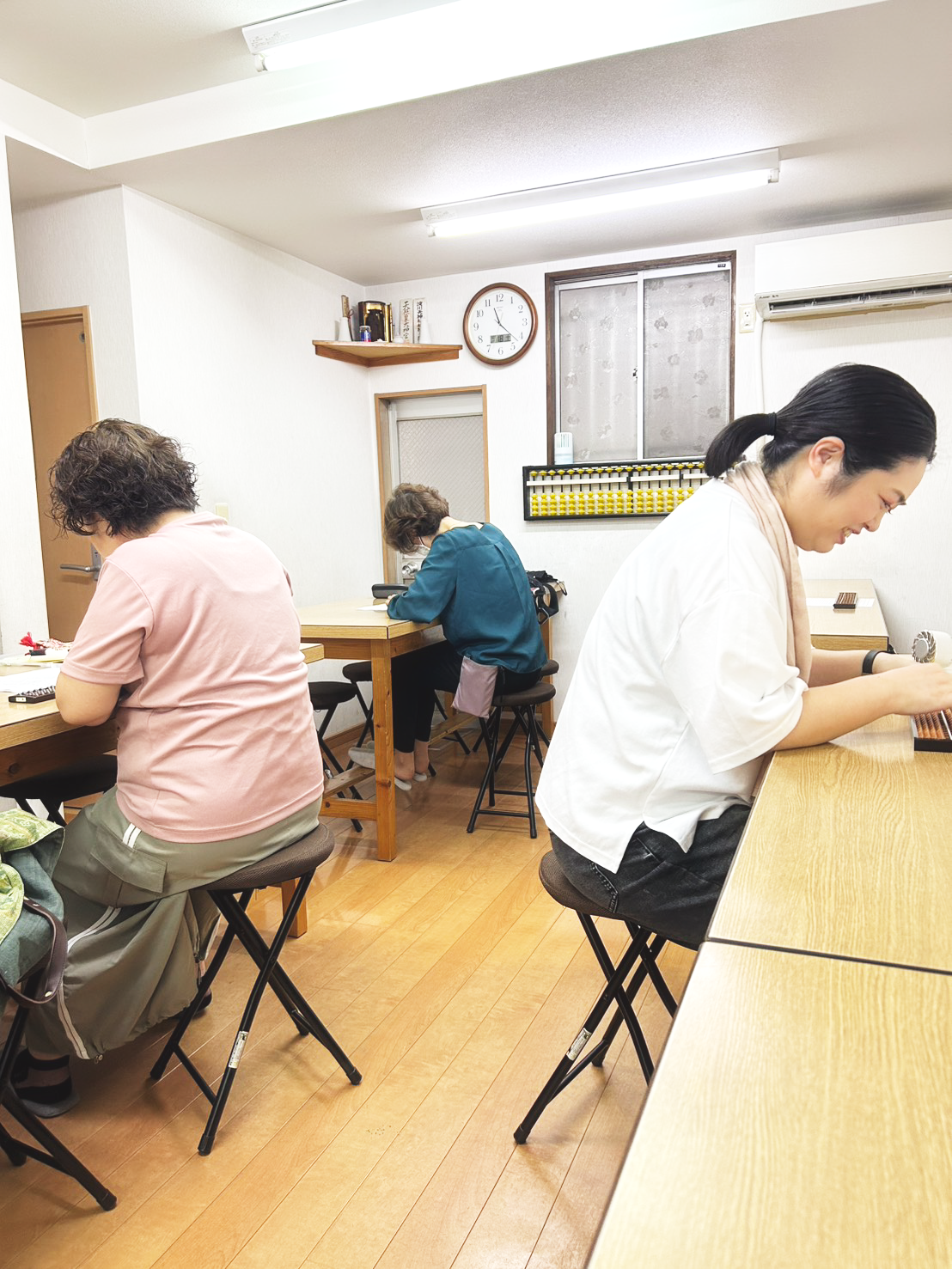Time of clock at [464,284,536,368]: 11:22
